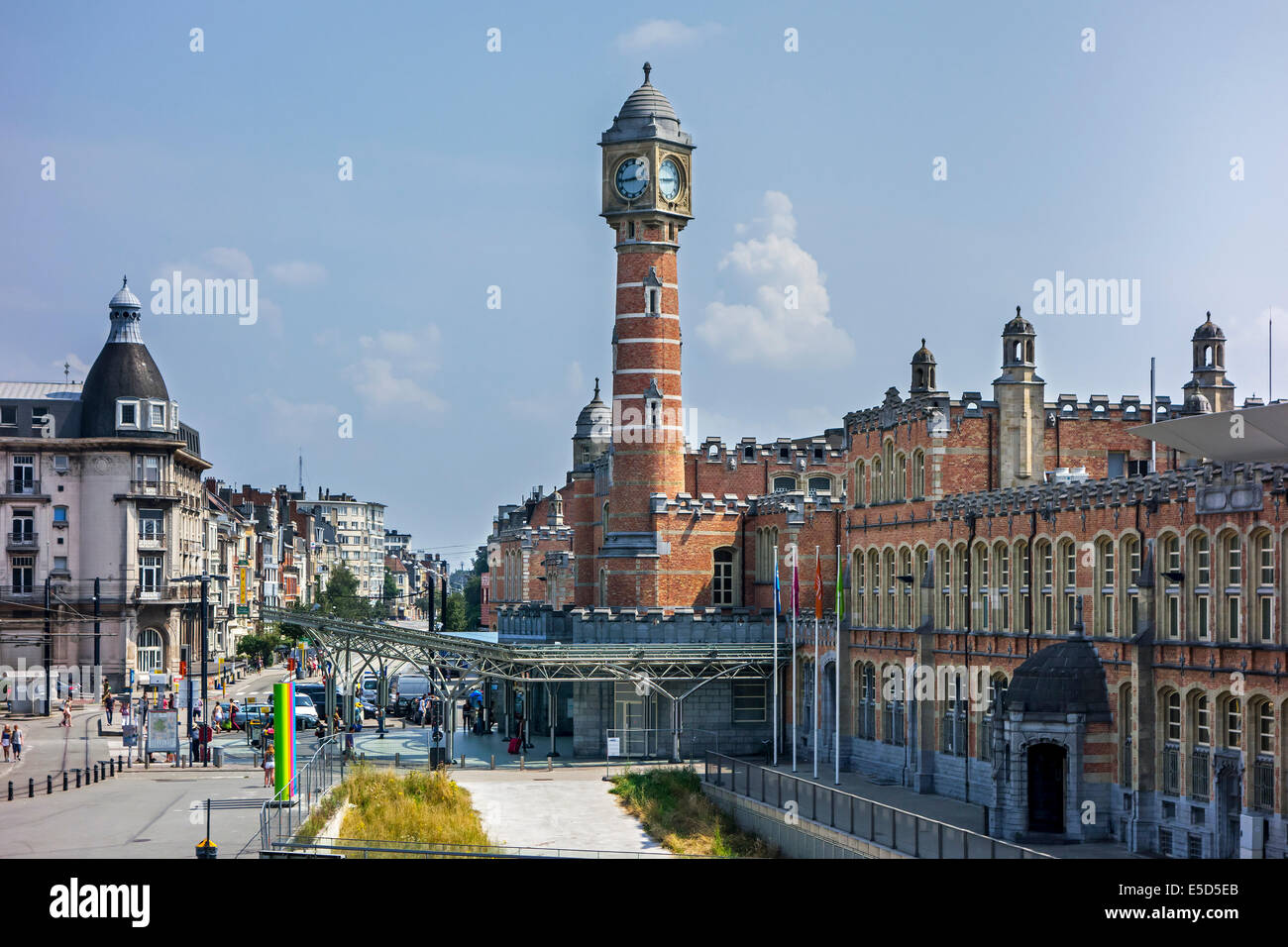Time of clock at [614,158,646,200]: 8:44
